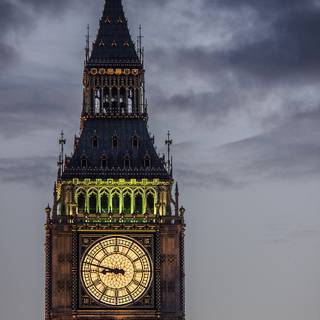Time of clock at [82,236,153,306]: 8:47
